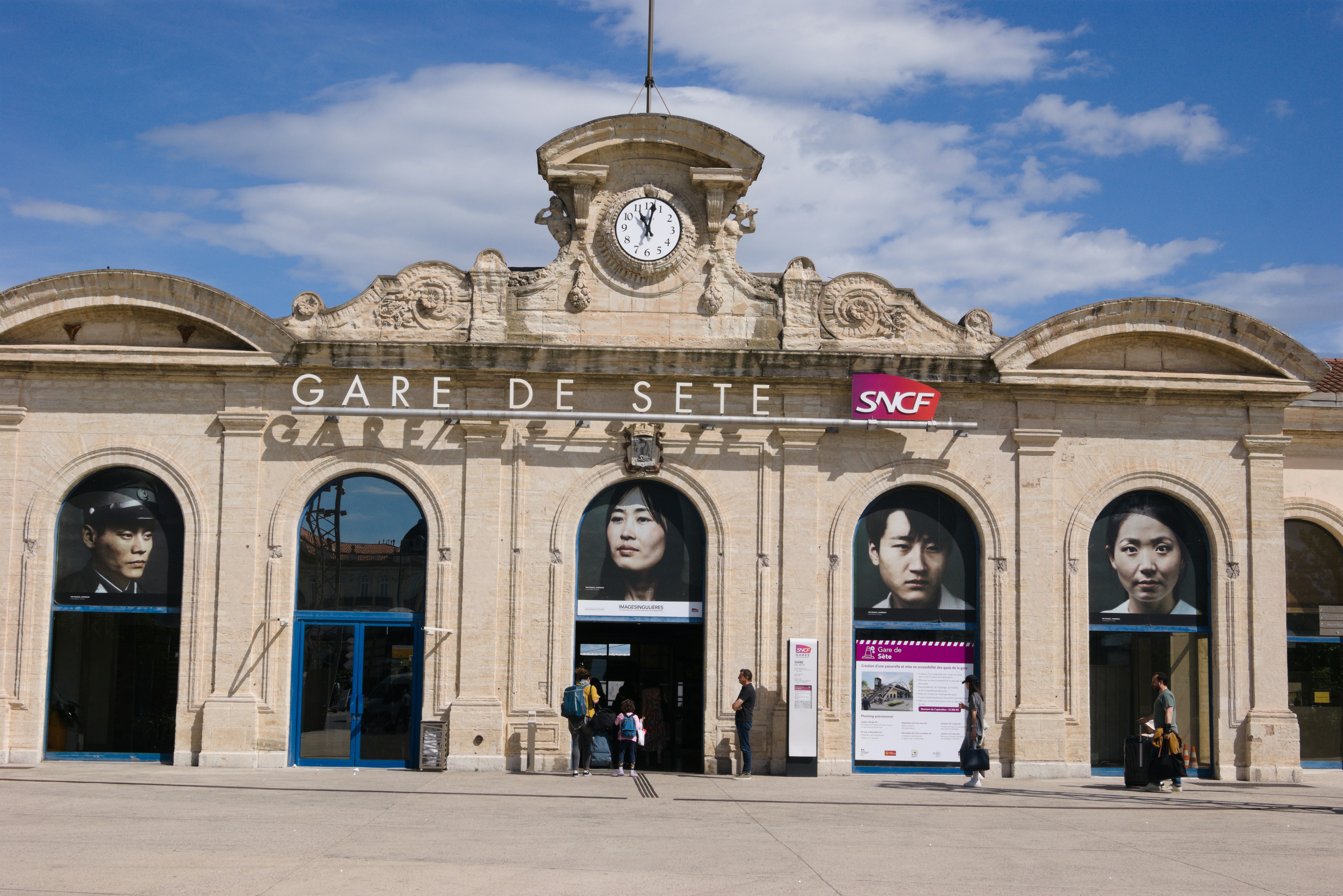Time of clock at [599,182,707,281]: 11:02
